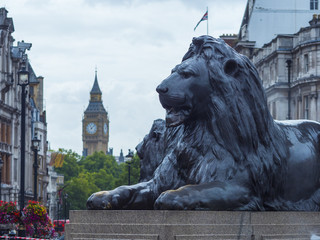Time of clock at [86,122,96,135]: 11:07
